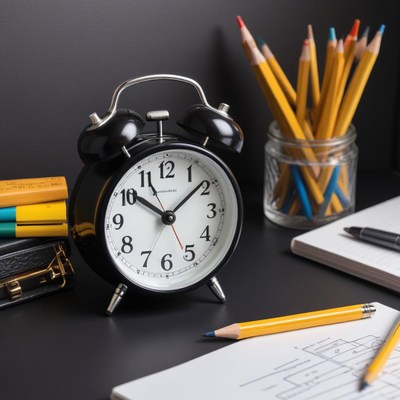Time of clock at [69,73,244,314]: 10:08
